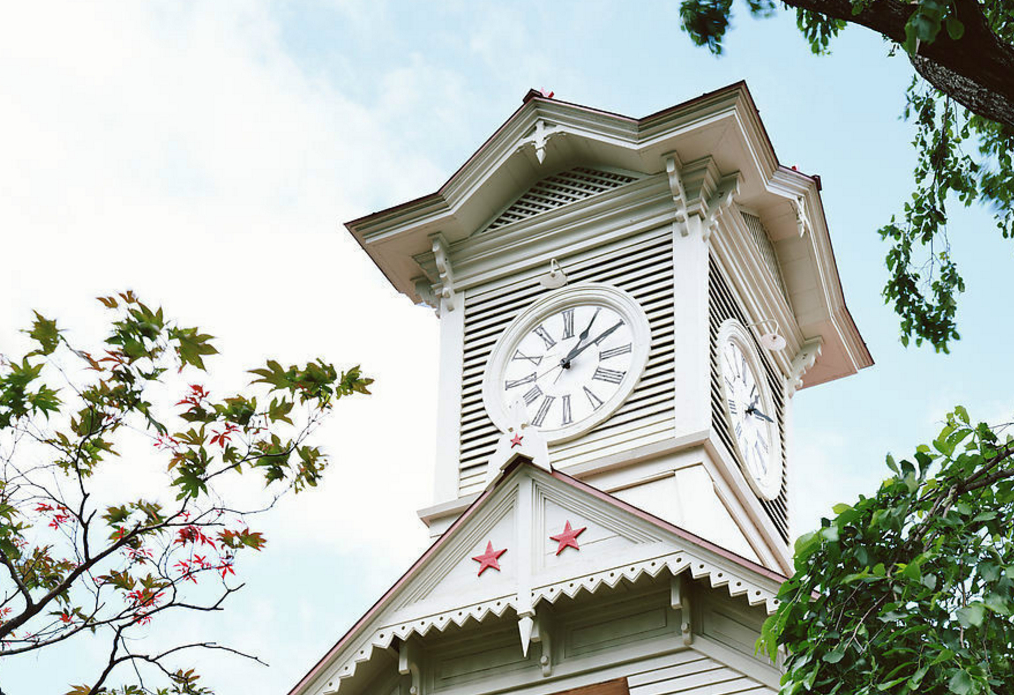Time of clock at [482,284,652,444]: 1:10
